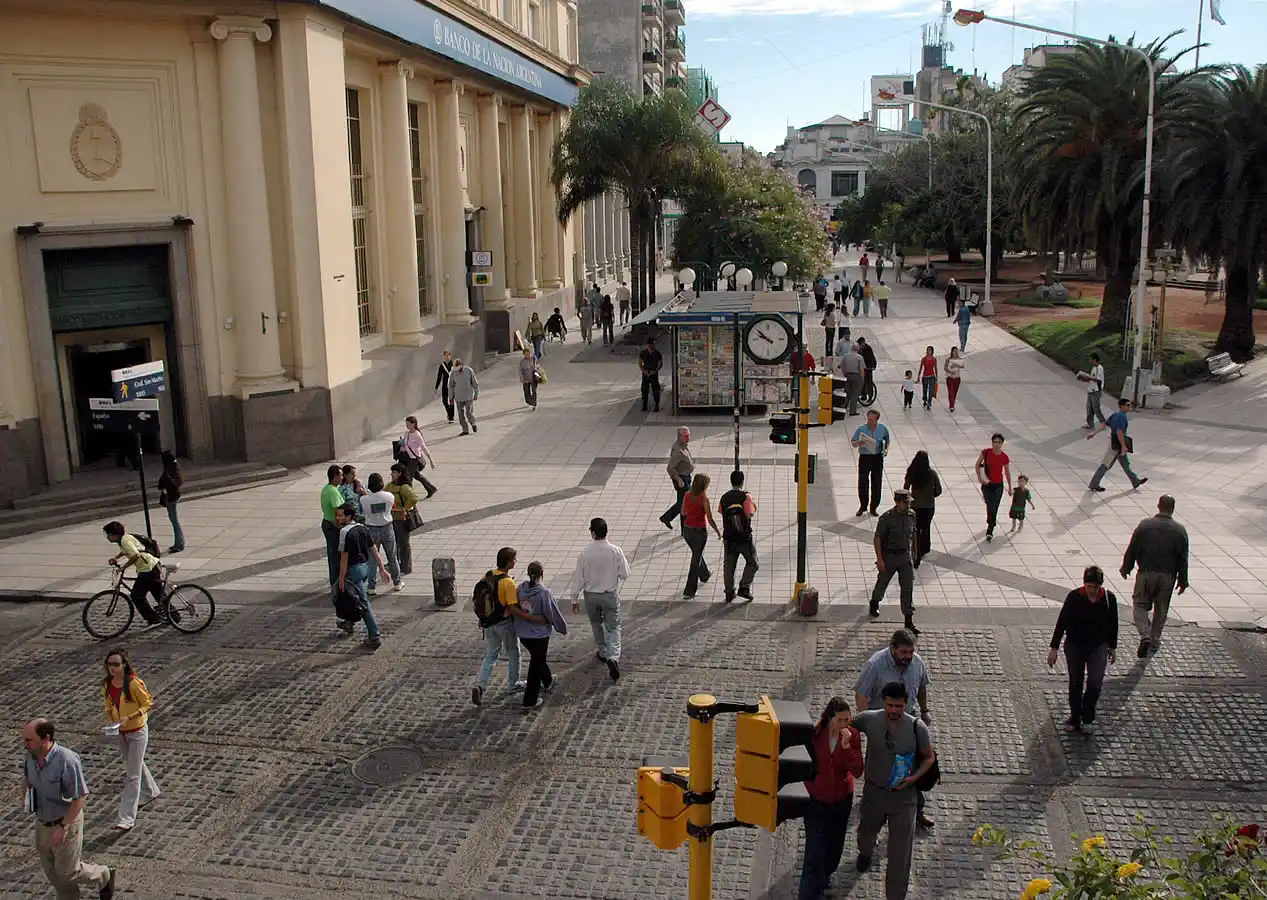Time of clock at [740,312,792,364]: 9:52
